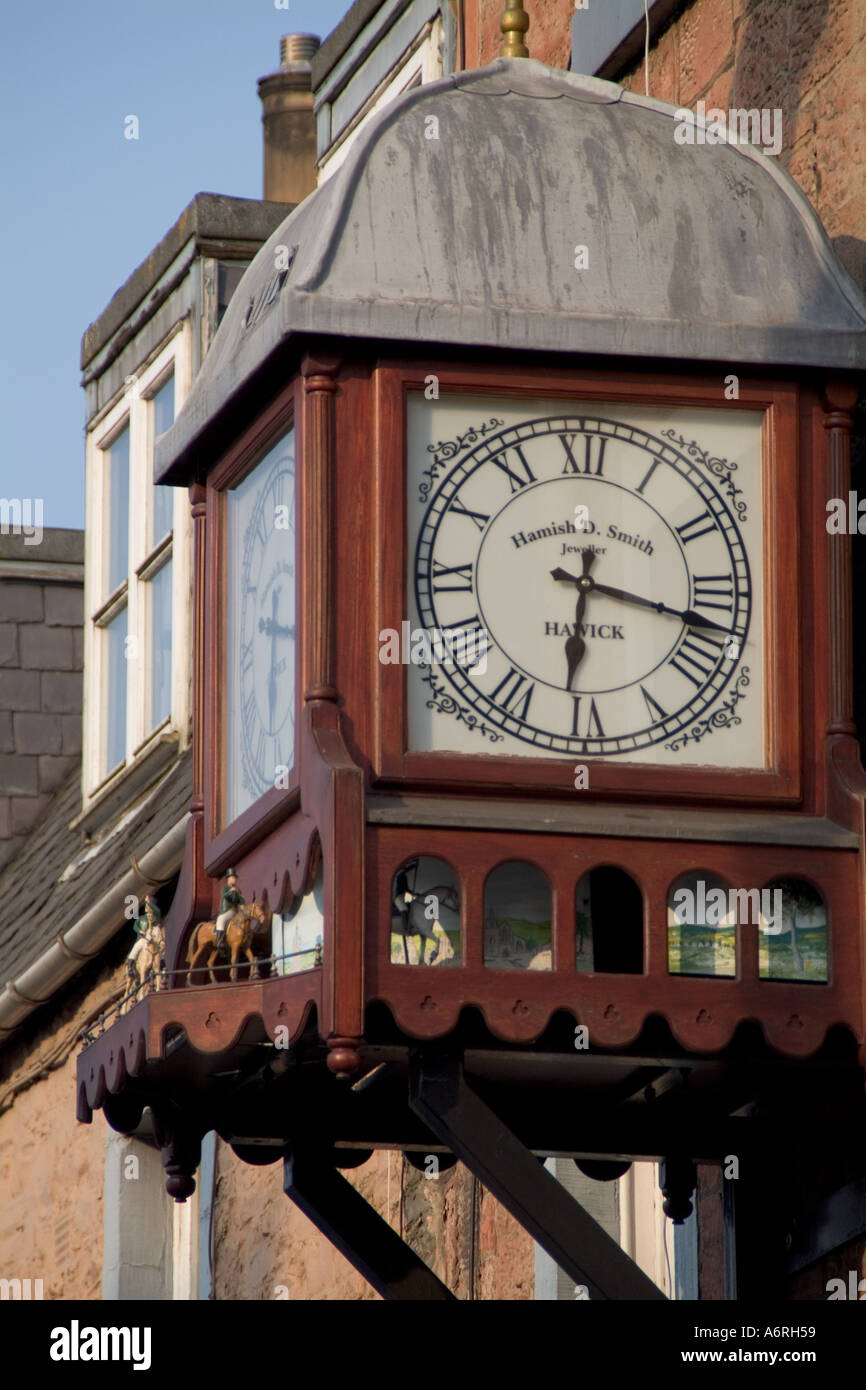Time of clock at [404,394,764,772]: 6:17
